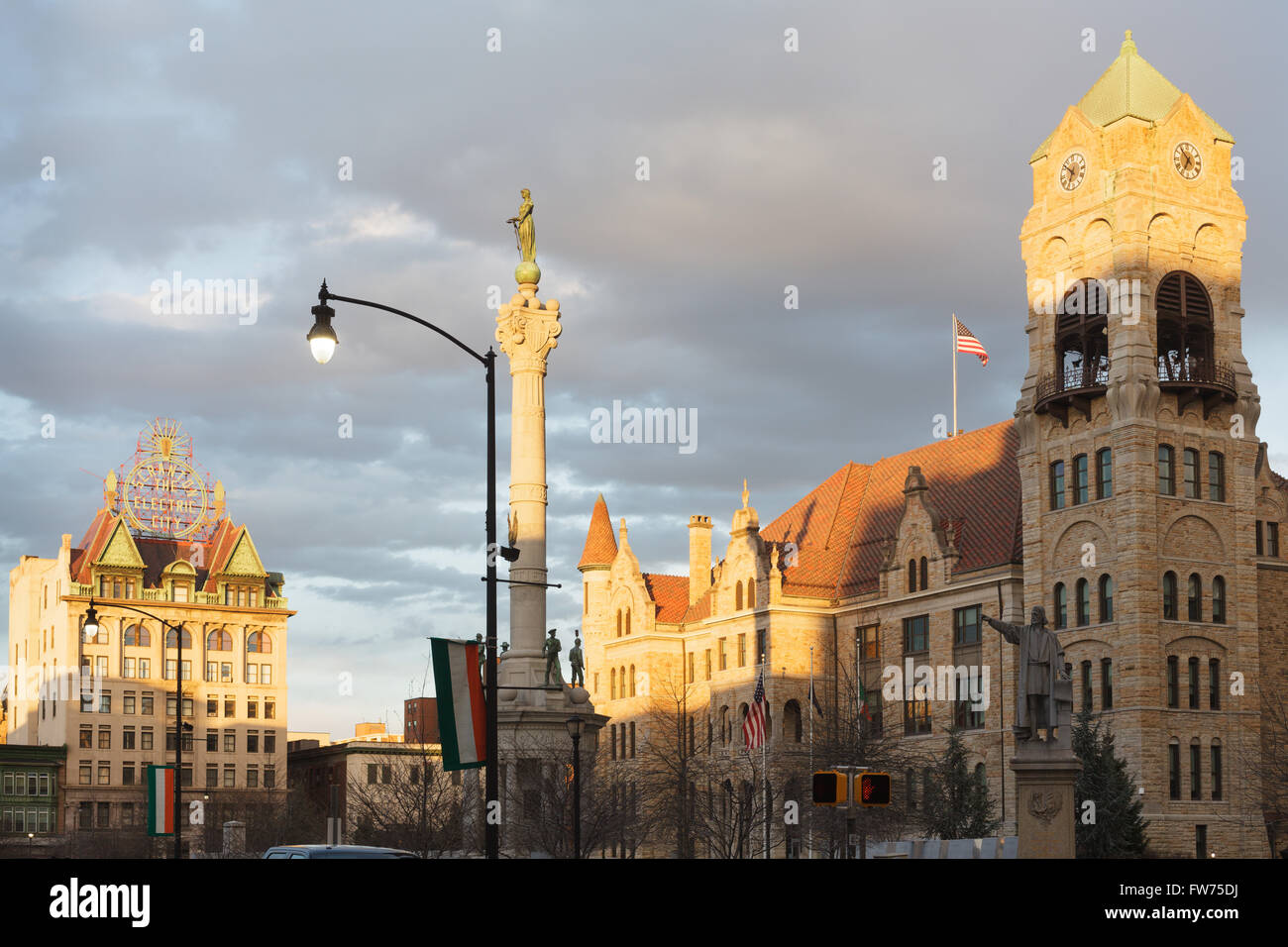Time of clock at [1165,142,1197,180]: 6:53
